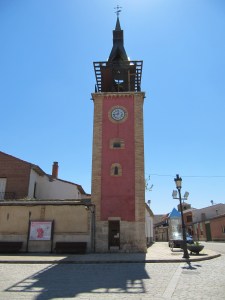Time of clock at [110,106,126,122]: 9:01
